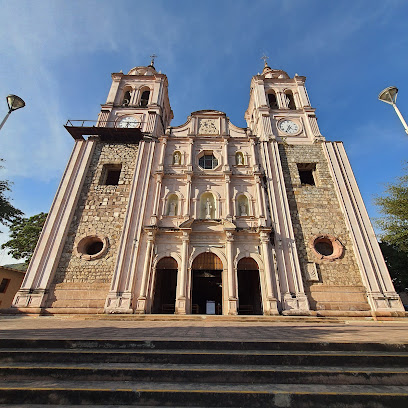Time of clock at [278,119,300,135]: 4:34
